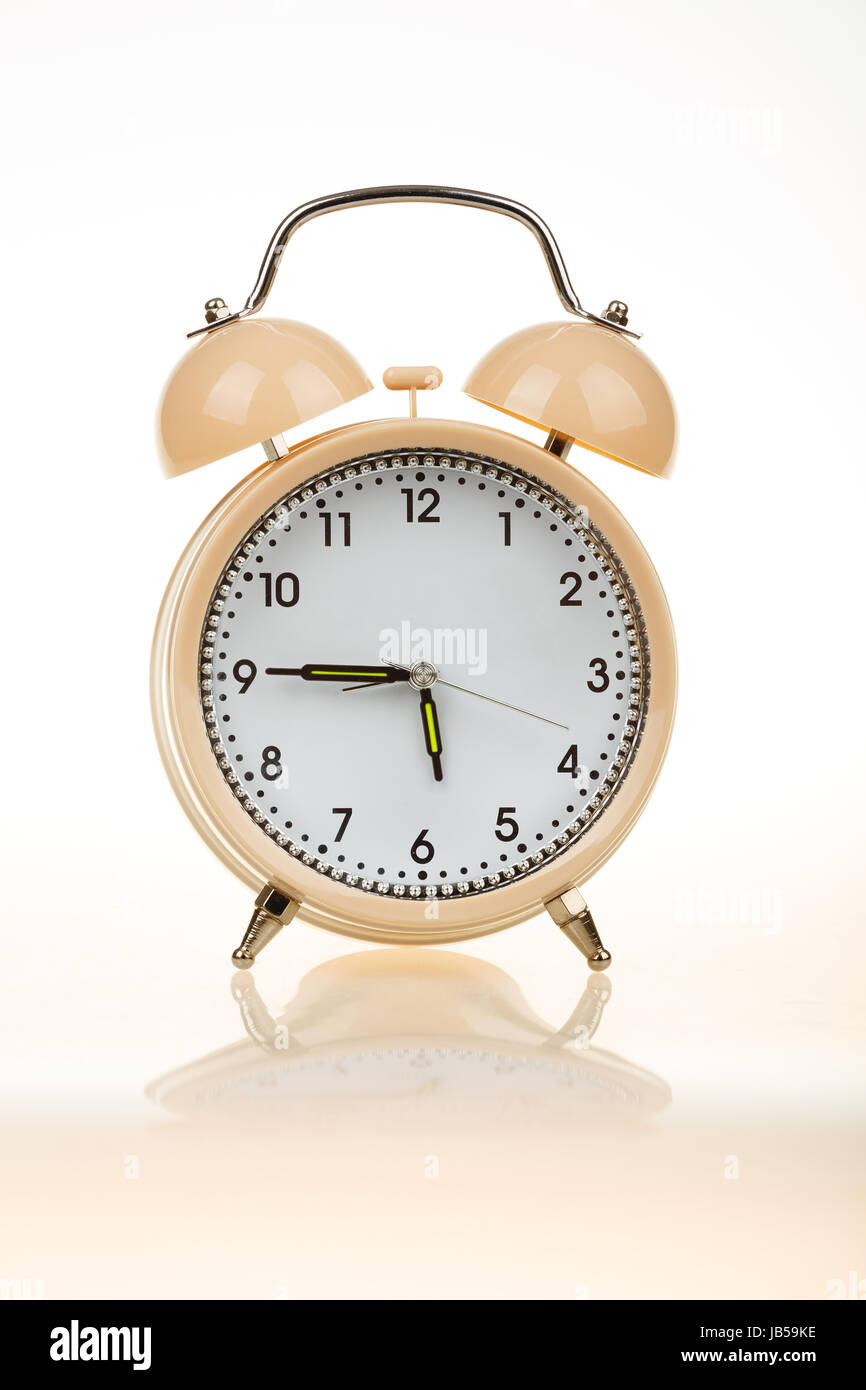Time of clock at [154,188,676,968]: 5:45
